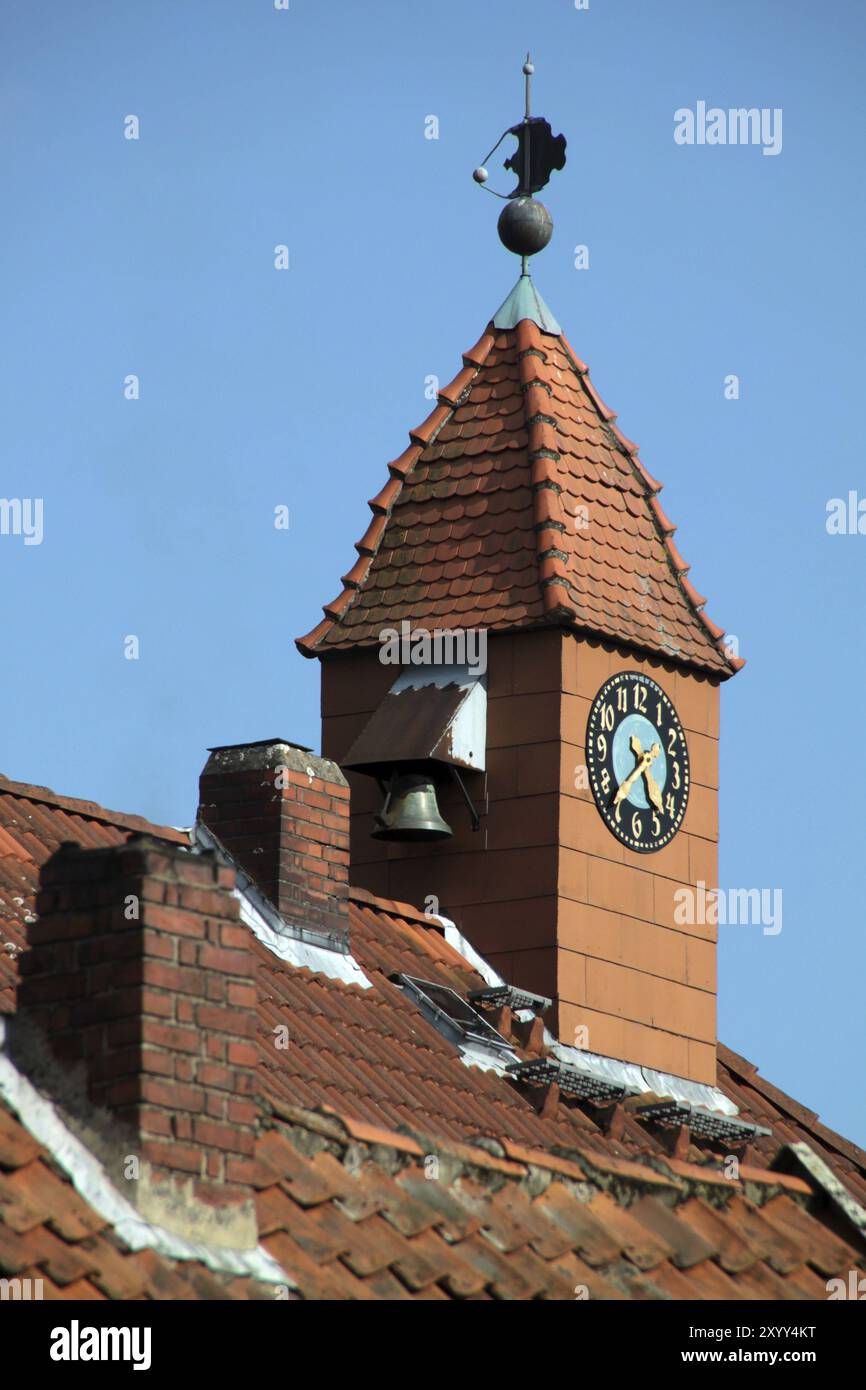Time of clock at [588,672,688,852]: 4:37
